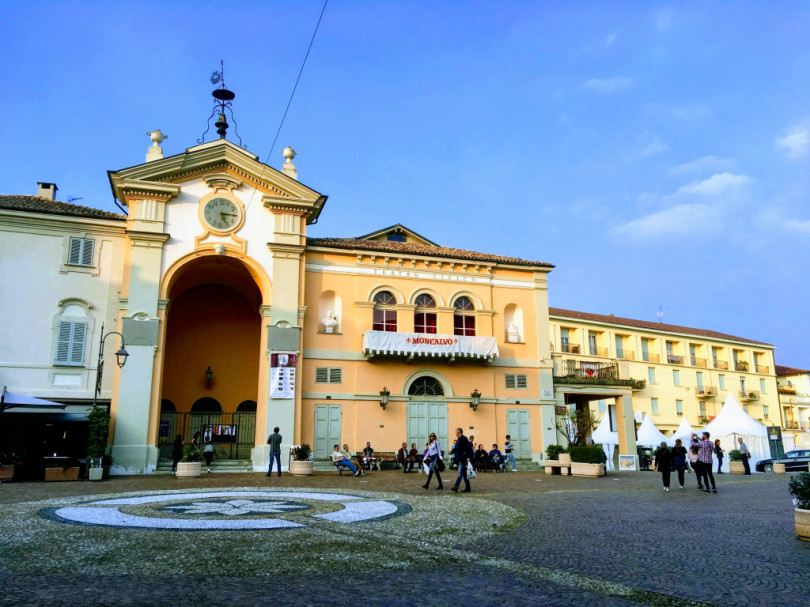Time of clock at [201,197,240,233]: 5:15
